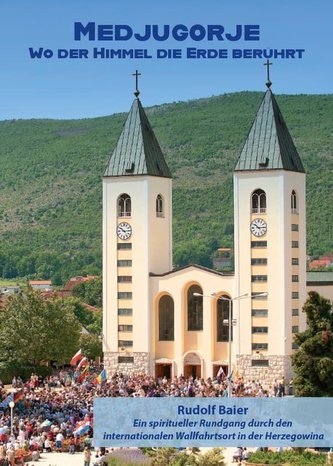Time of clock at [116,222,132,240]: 10:14
